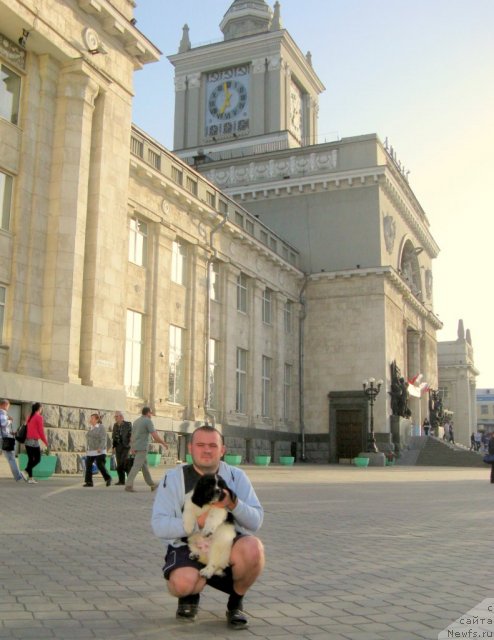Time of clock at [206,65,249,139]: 6:58
